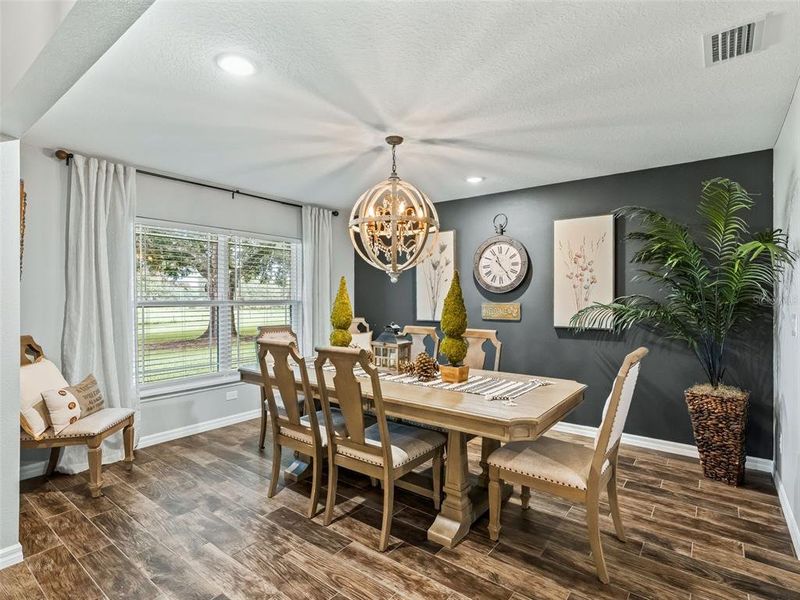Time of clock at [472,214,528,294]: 11:23
